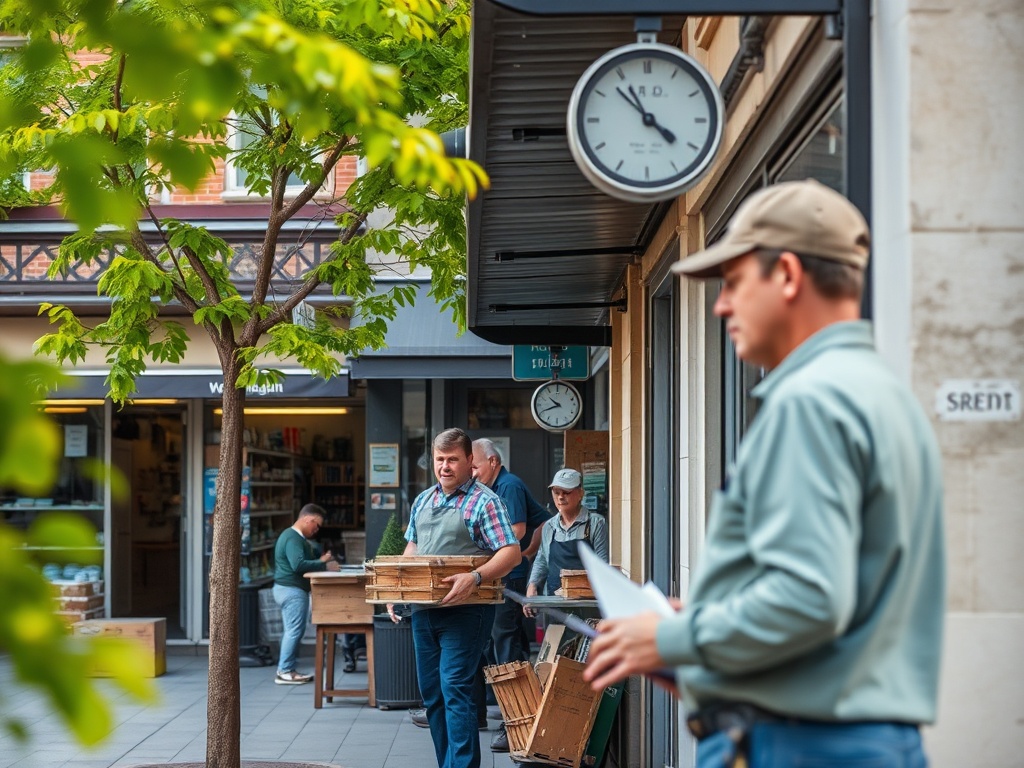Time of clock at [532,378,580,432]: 10:41
